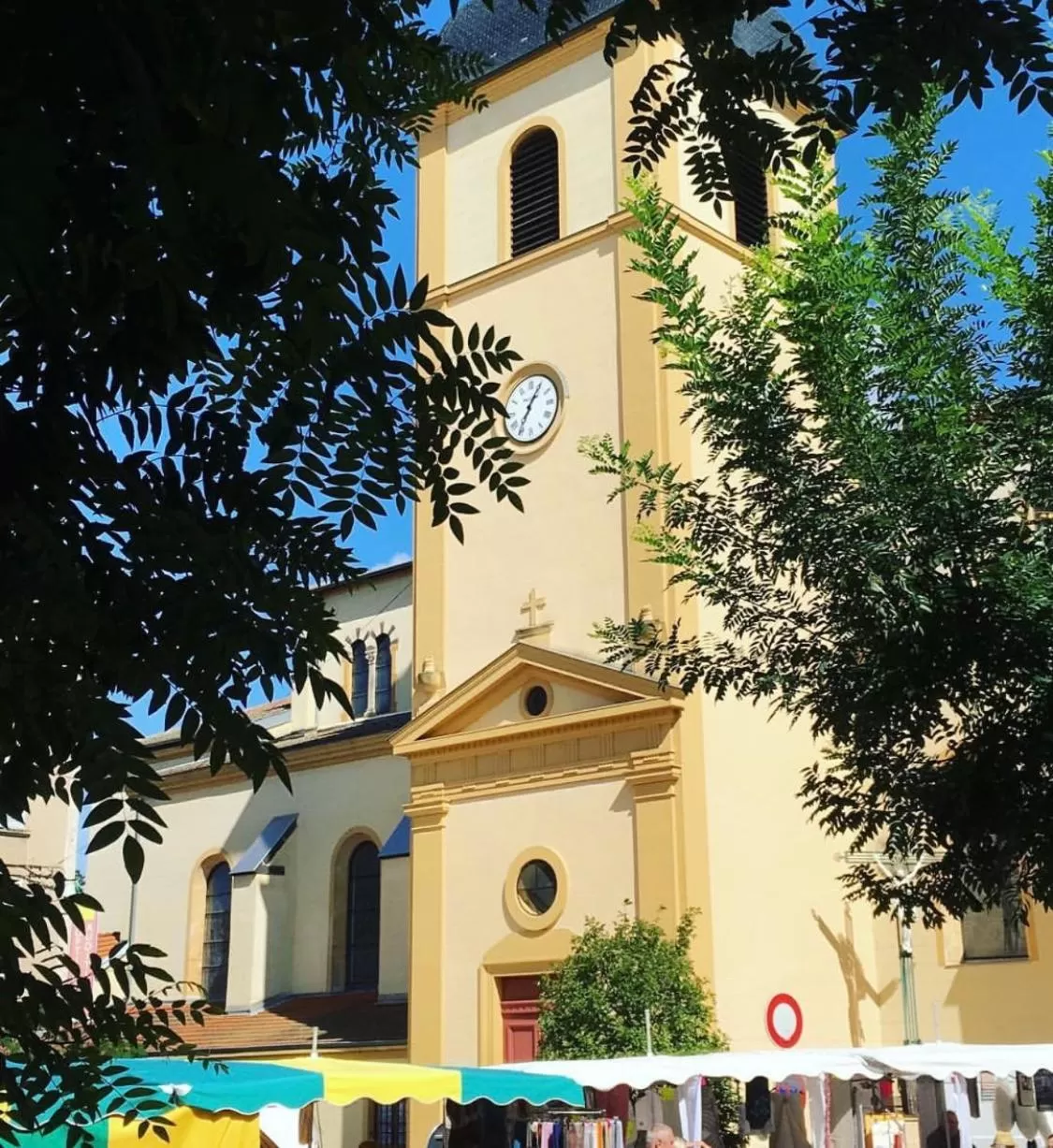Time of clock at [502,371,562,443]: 7:05
